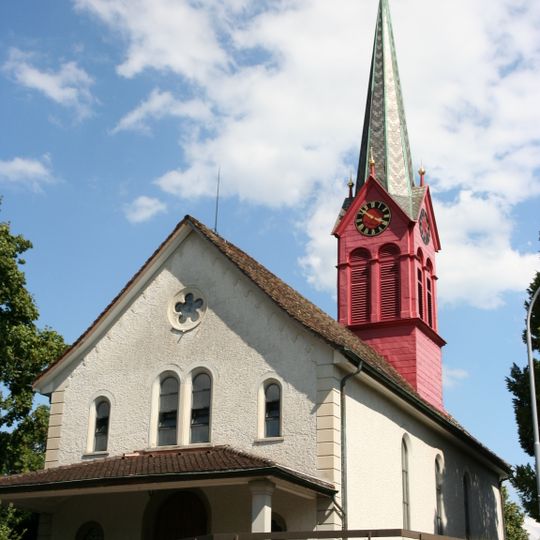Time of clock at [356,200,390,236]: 3:49
